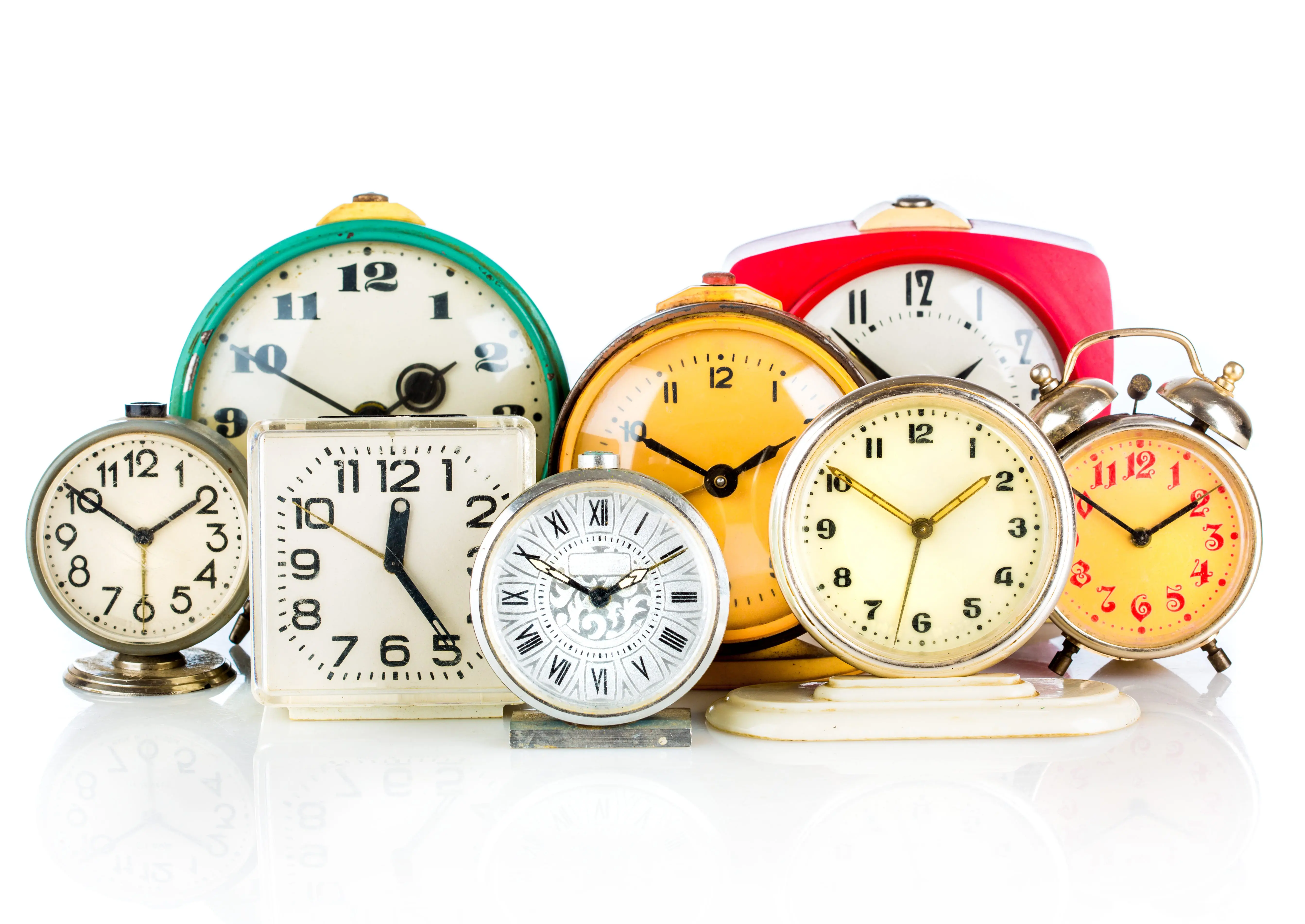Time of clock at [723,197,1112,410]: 1:50
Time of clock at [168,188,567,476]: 1:50
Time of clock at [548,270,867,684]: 1:50
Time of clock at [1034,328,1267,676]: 1:50
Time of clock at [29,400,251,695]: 1:50
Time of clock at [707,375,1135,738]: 1:50
